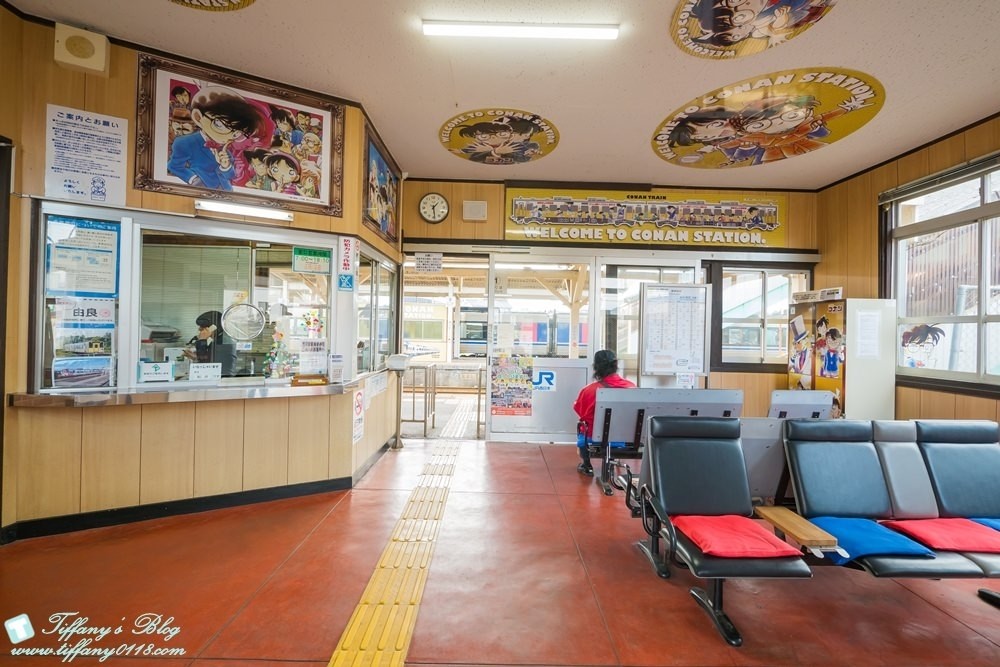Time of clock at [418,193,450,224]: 1:29
